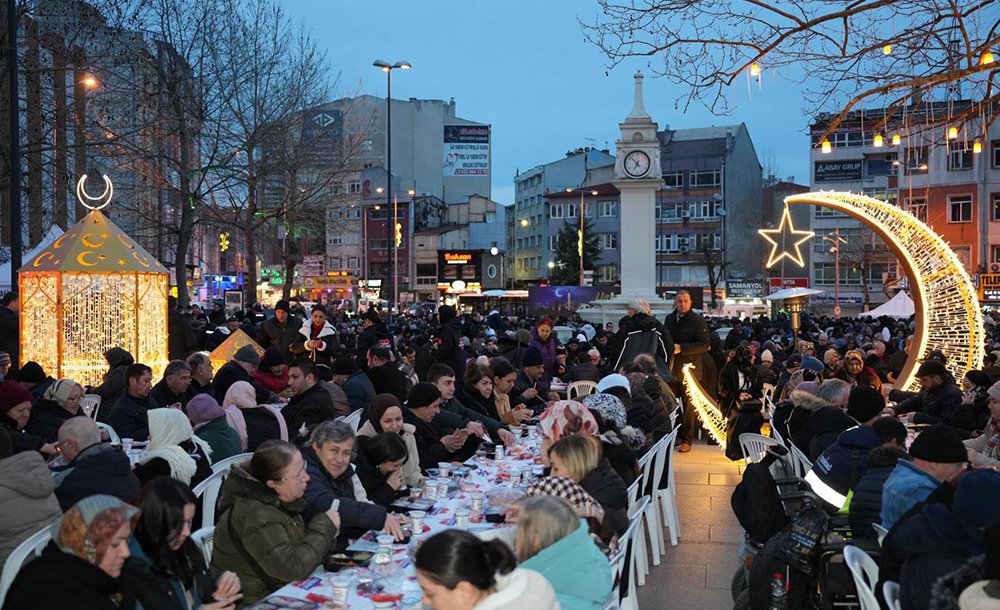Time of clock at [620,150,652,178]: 6:52
